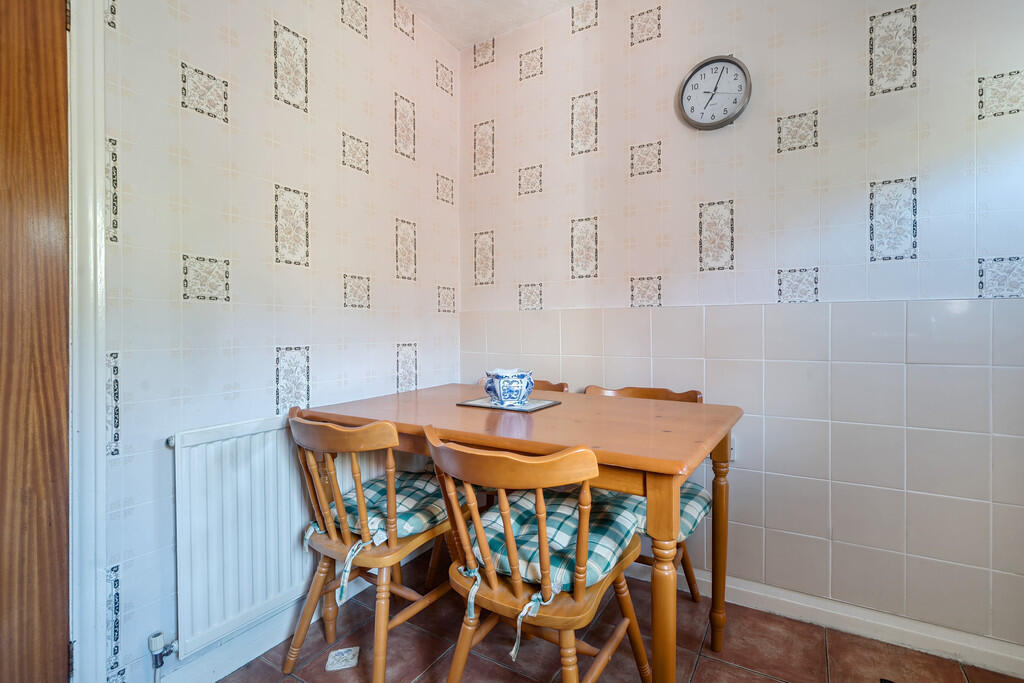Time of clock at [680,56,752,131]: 7:03
